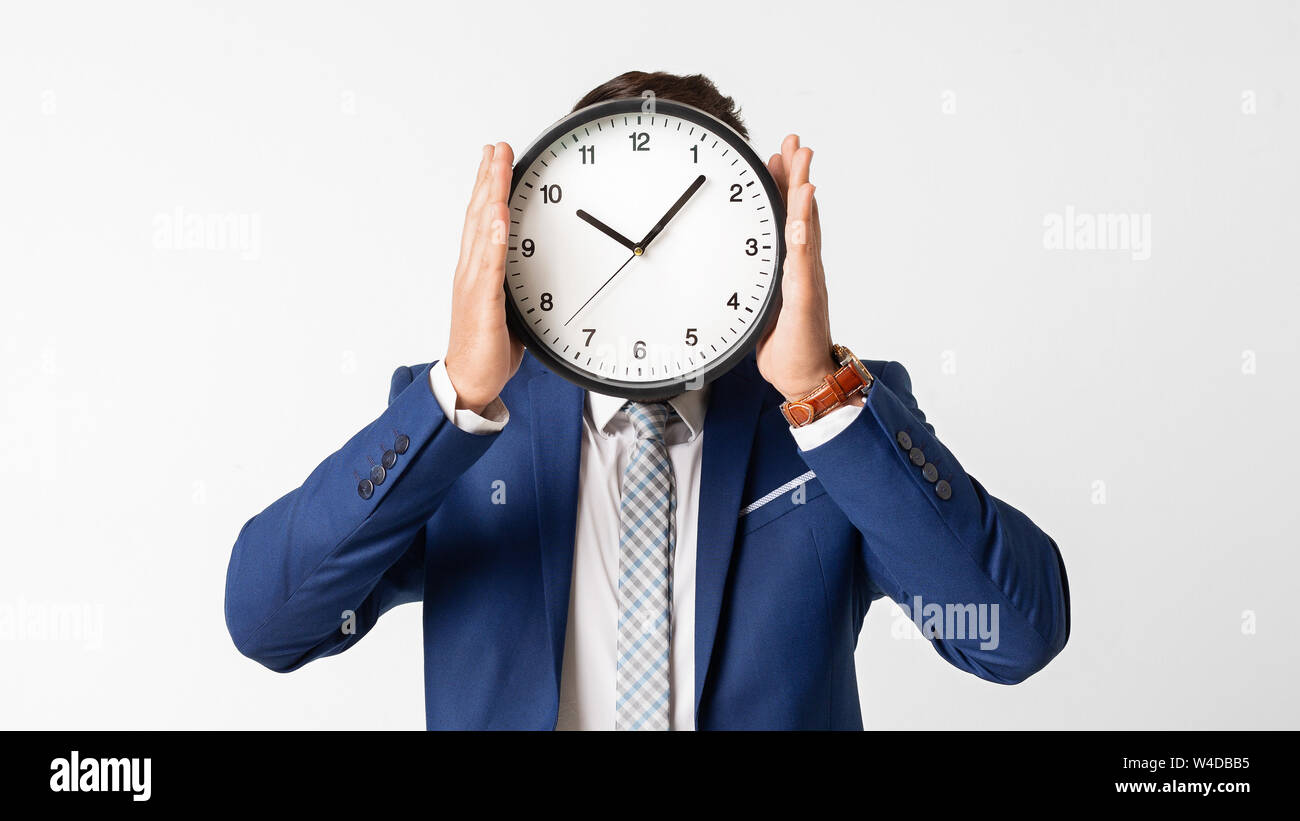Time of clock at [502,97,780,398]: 10:07
